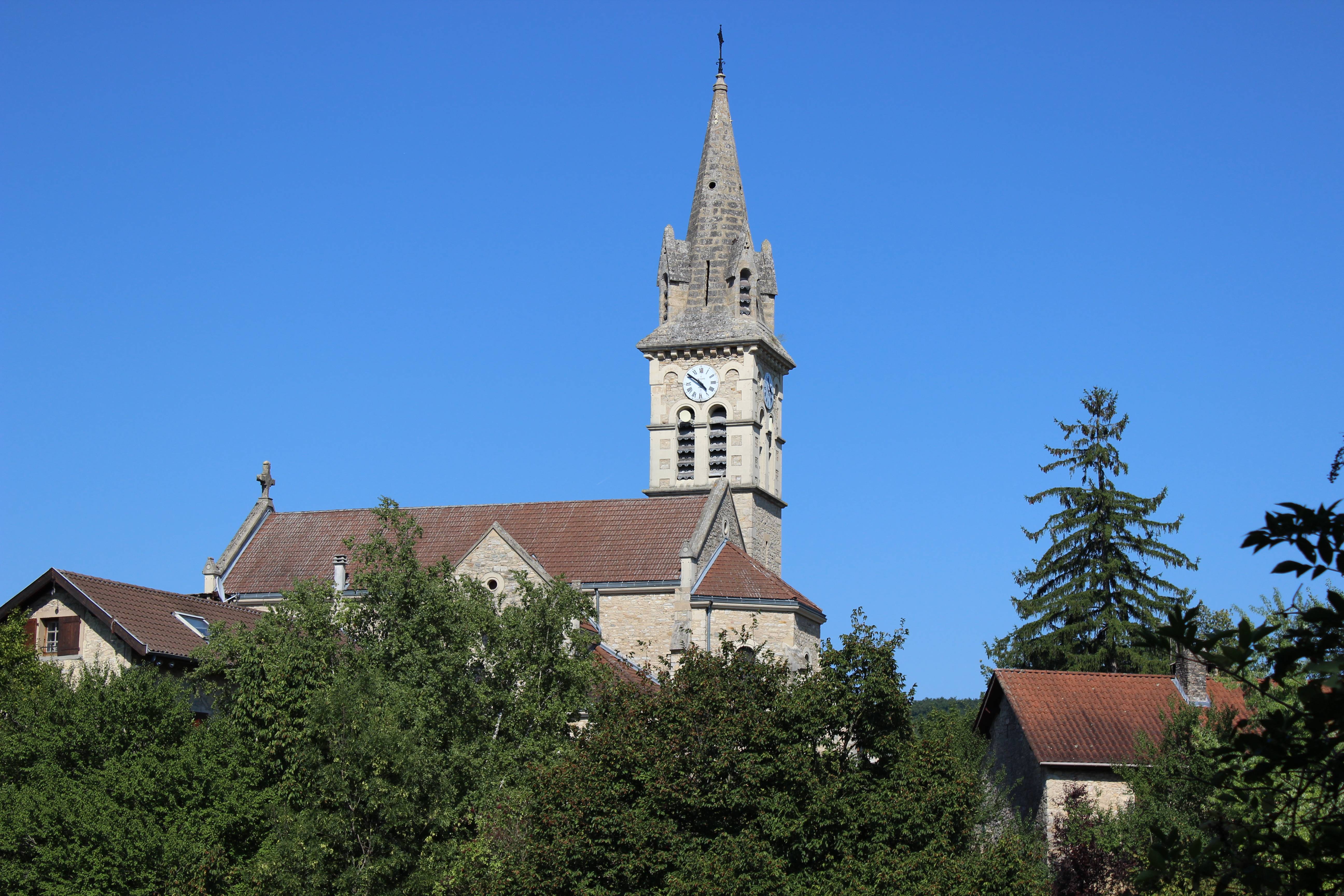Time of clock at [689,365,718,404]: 4:50
